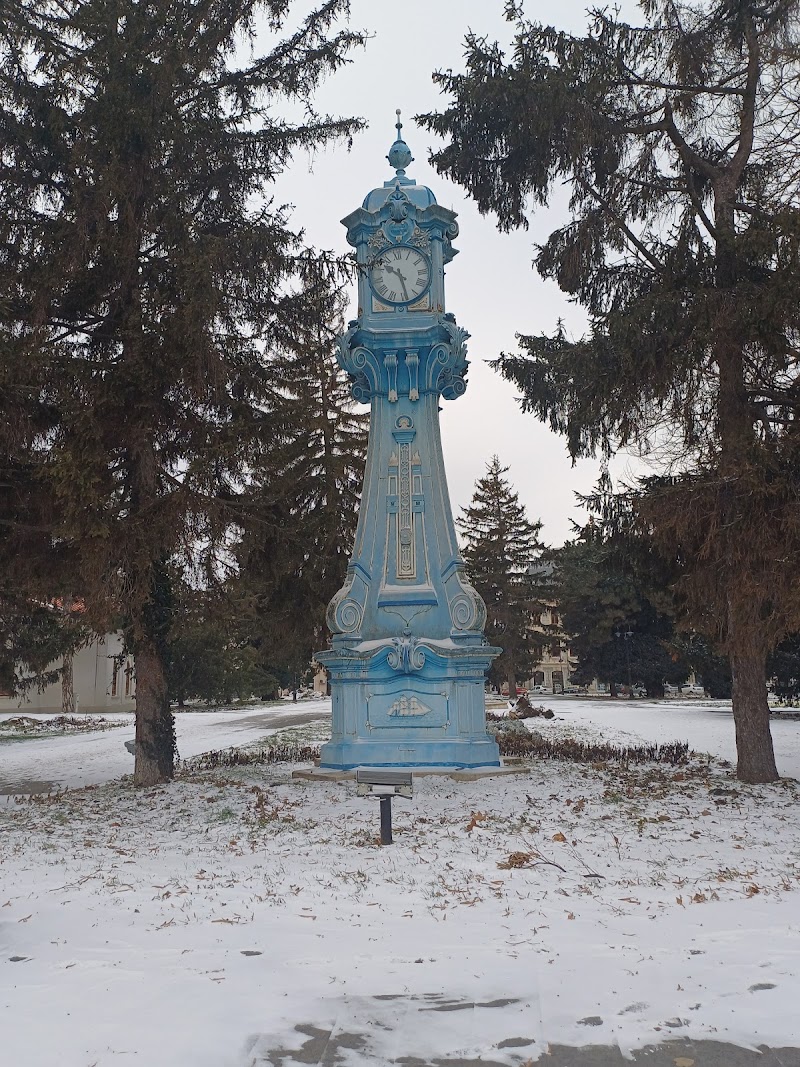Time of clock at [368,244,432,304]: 10:28
